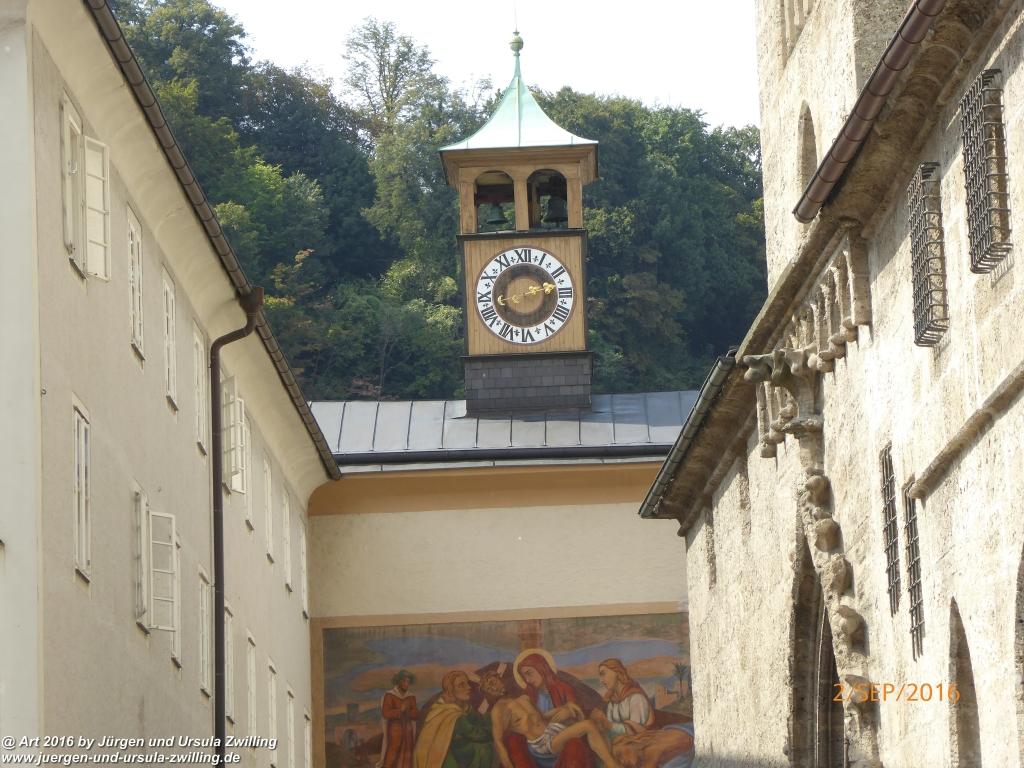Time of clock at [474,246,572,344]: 2:12
